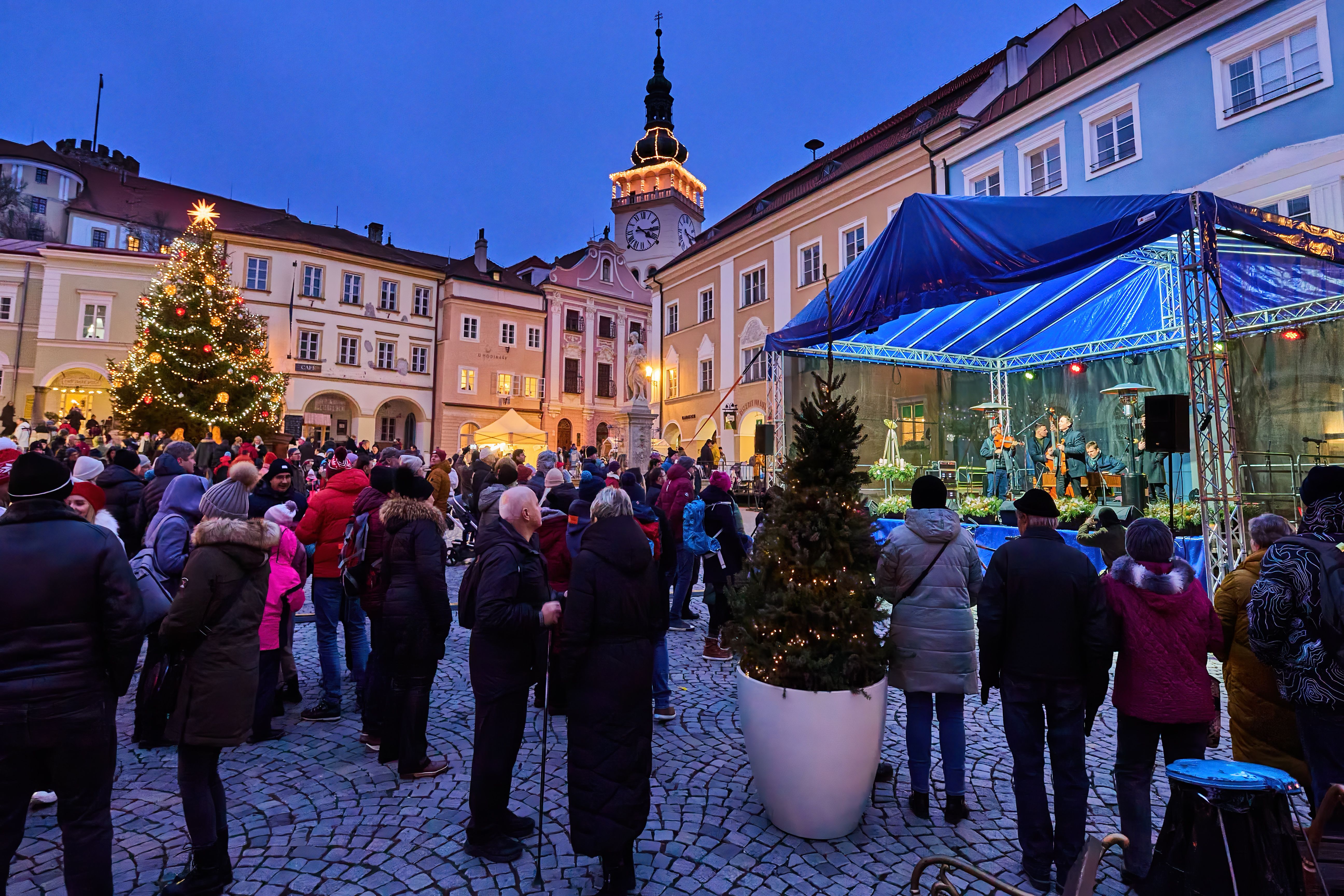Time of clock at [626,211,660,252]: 4:14
